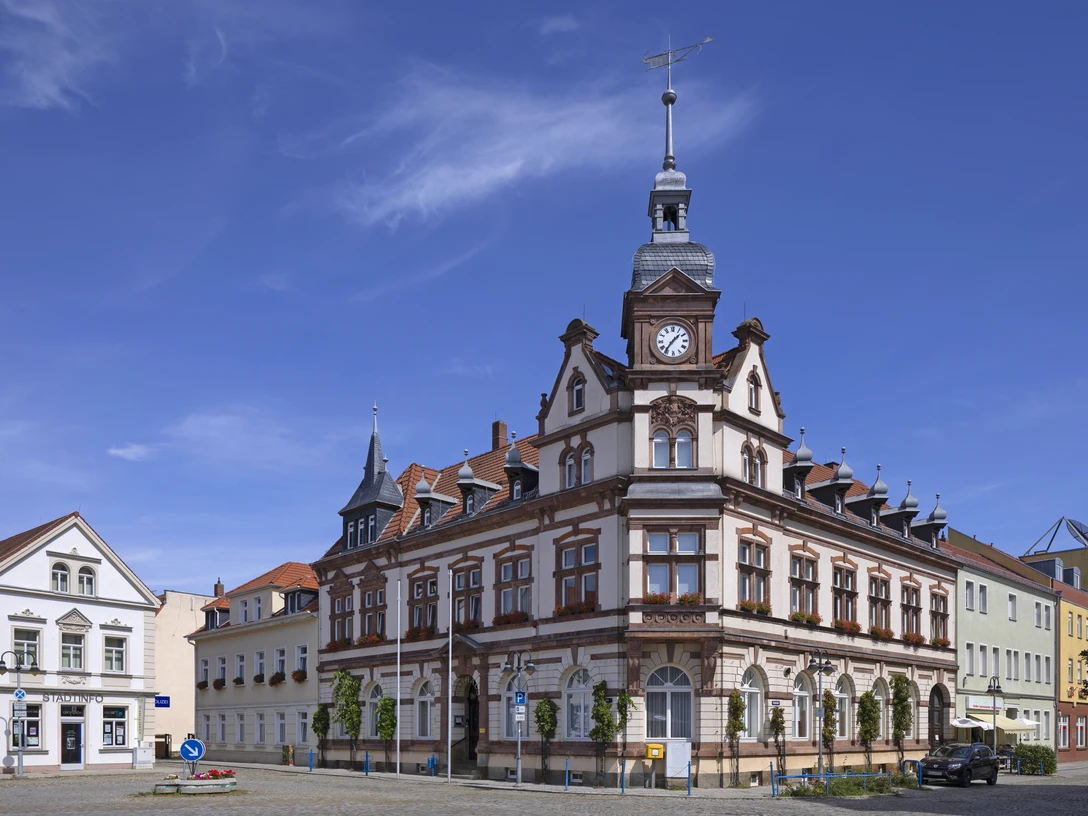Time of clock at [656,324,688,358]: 1:36
